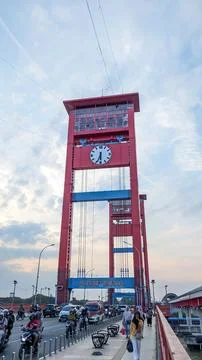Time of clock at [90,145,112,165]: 6:29
